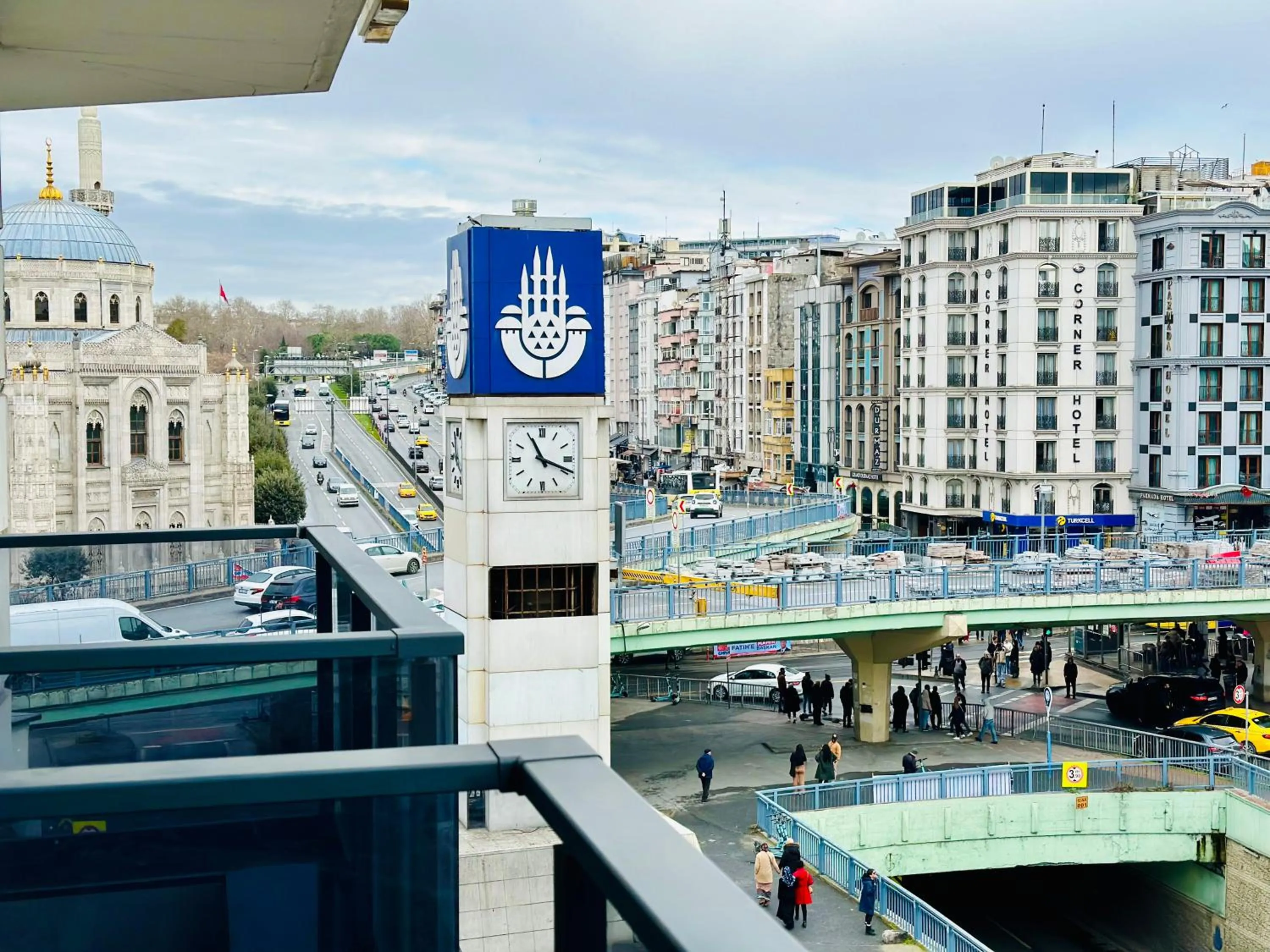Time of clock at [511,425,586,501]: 11:18
